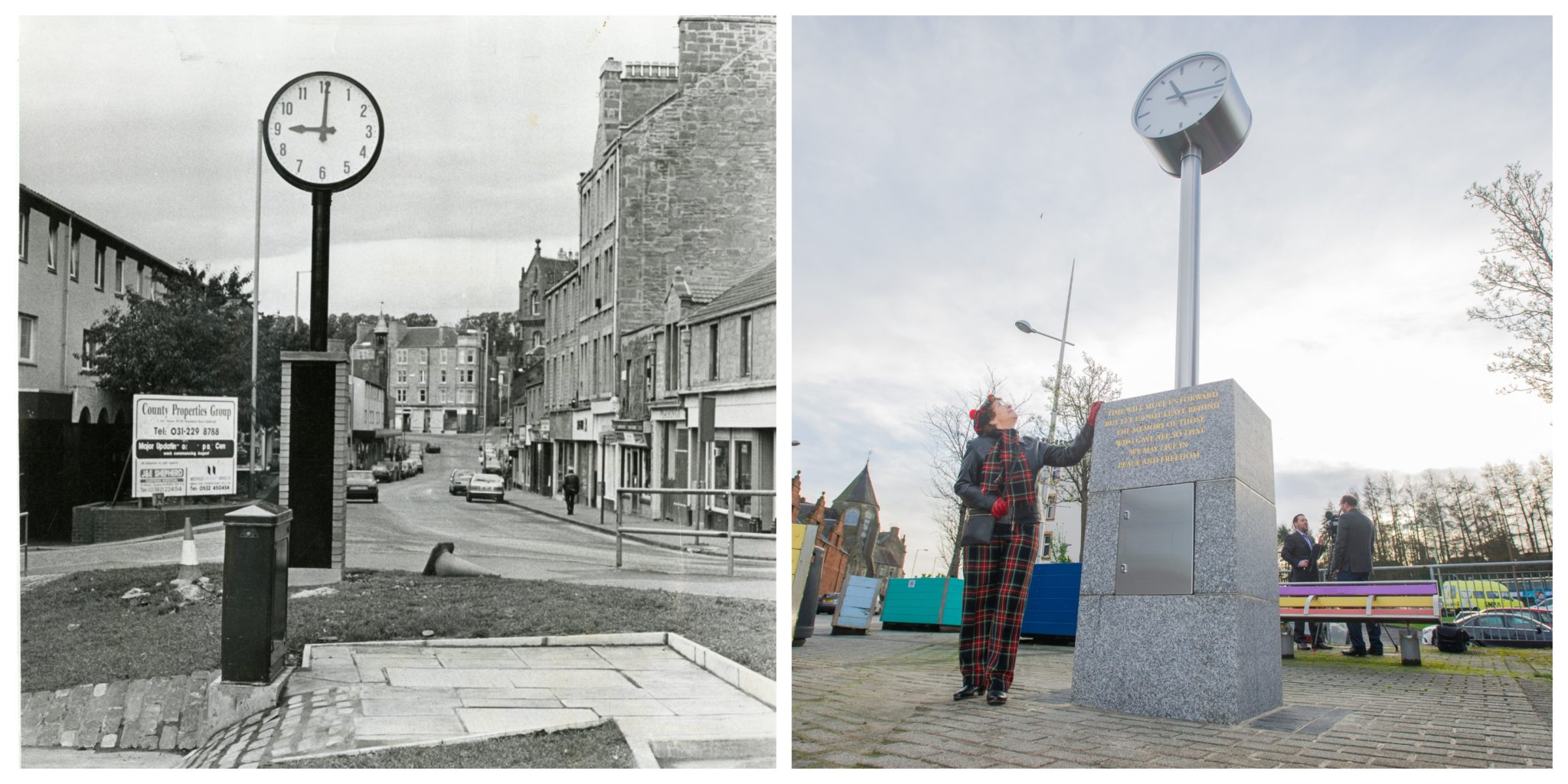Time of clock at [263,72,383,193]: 9:00
